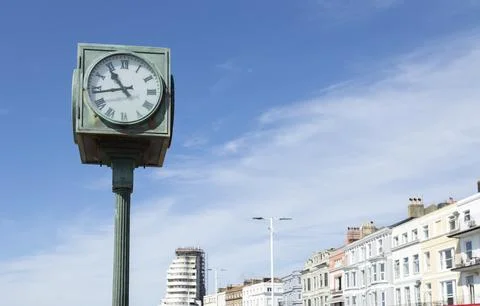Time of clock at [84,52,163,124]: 10:43
